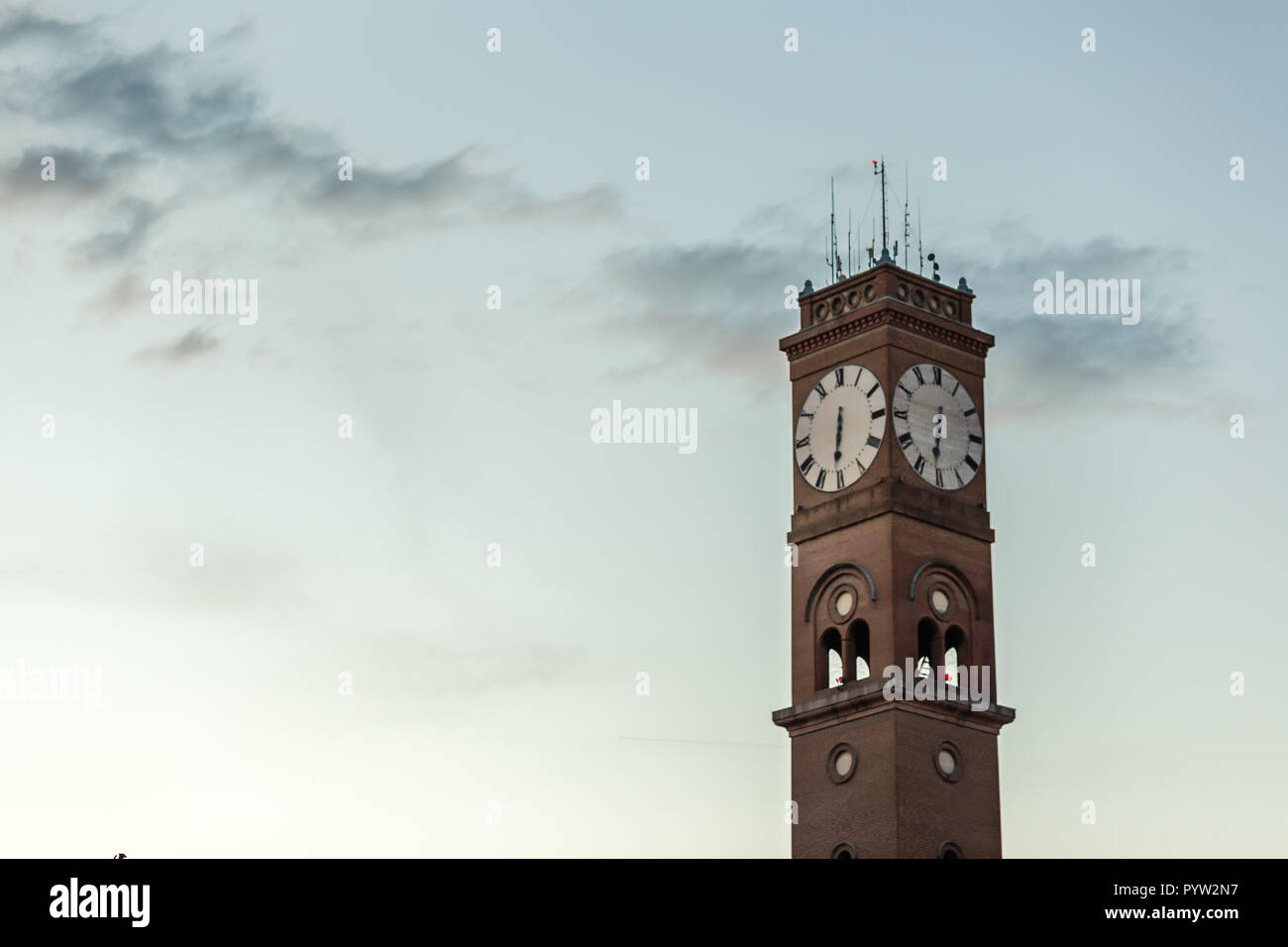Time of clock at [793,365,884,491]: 6:31
